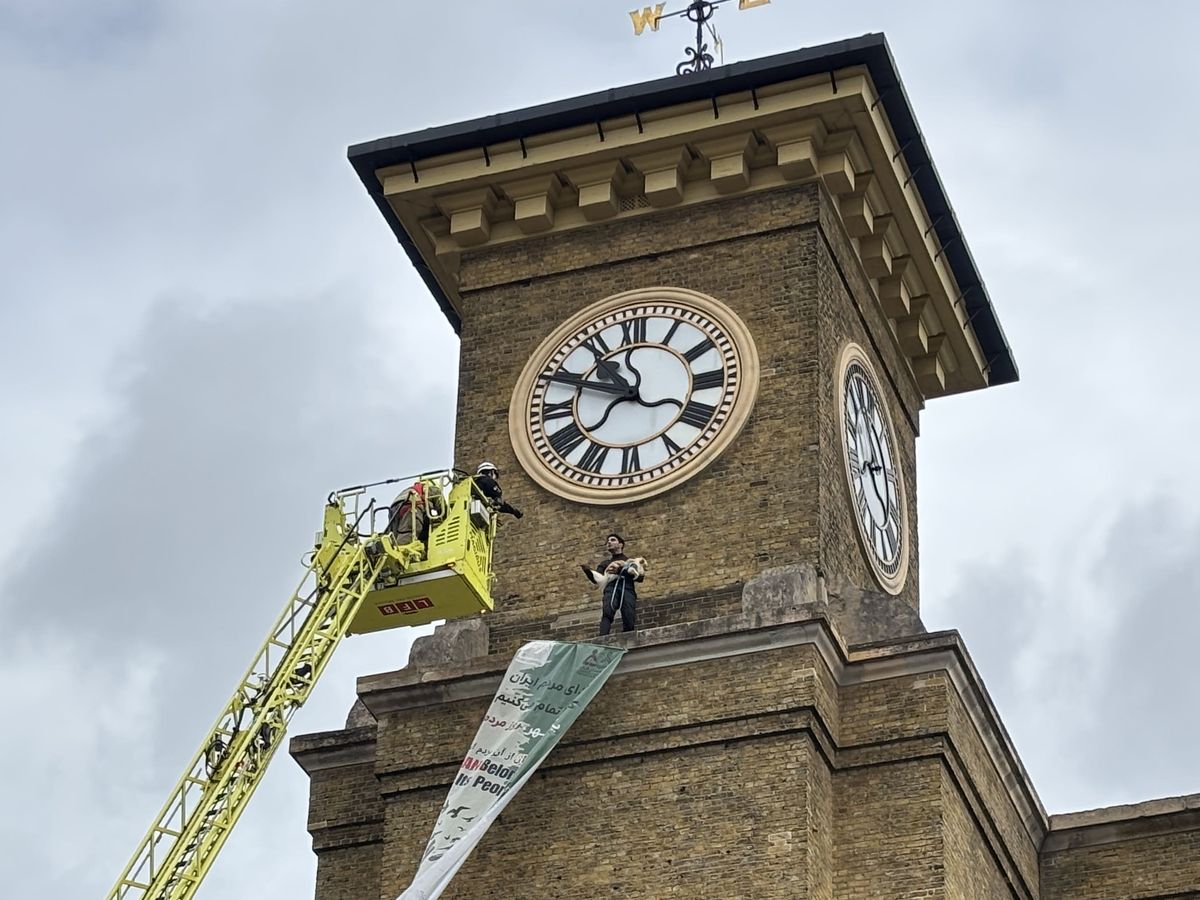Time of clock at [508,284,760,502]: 10:48
